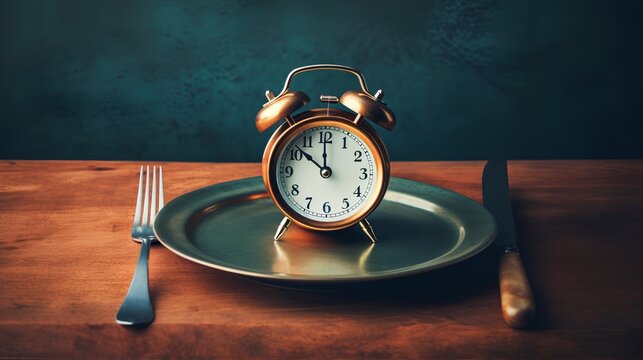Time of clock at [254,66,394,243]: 11:51
